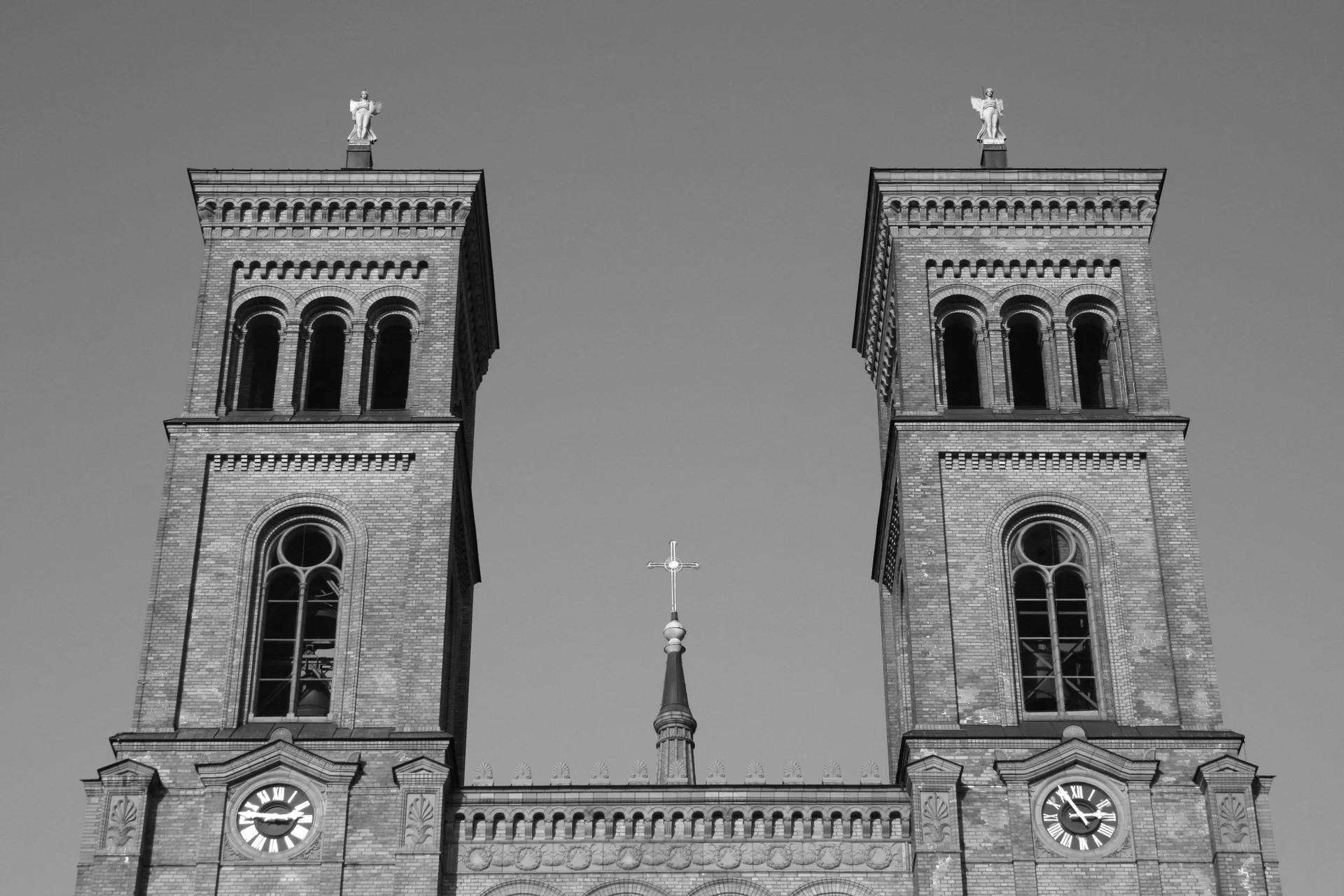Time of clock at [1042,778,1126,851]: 2:54
